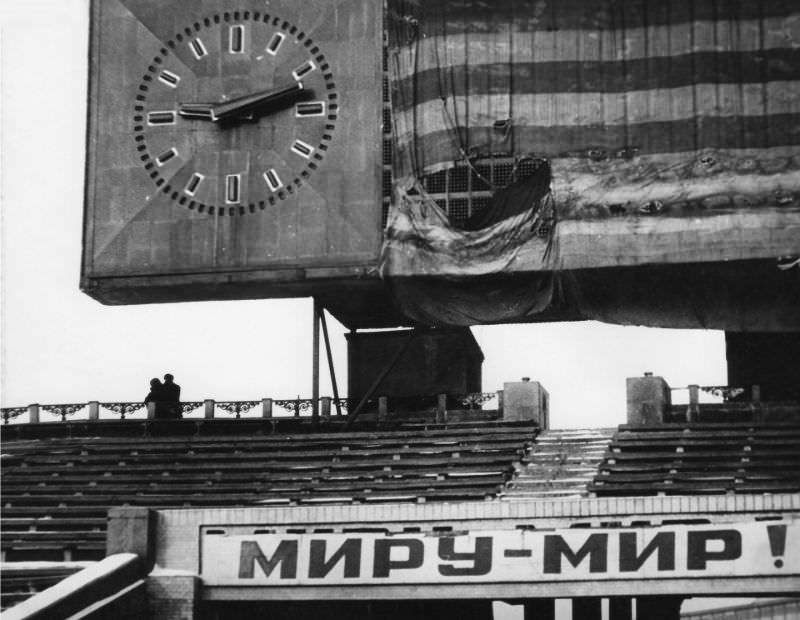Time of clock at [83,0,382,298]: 9:12
